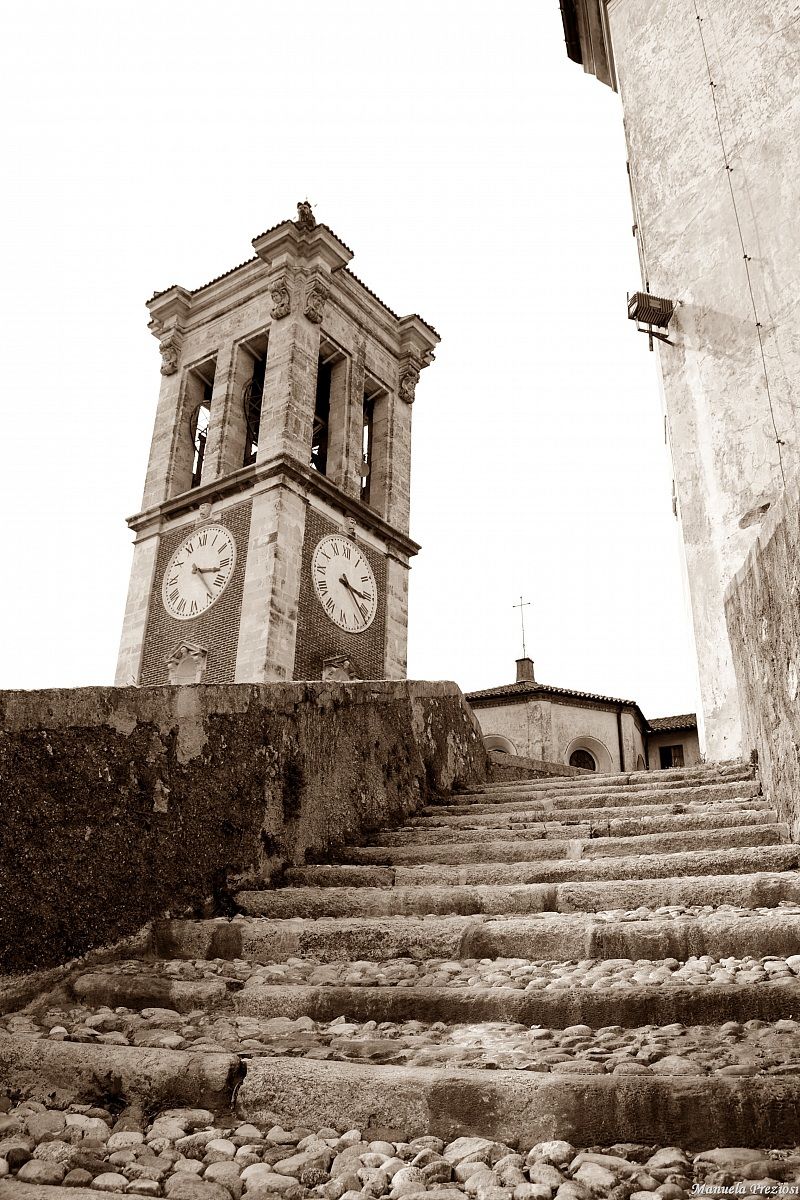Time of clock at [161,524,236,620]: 3:23
